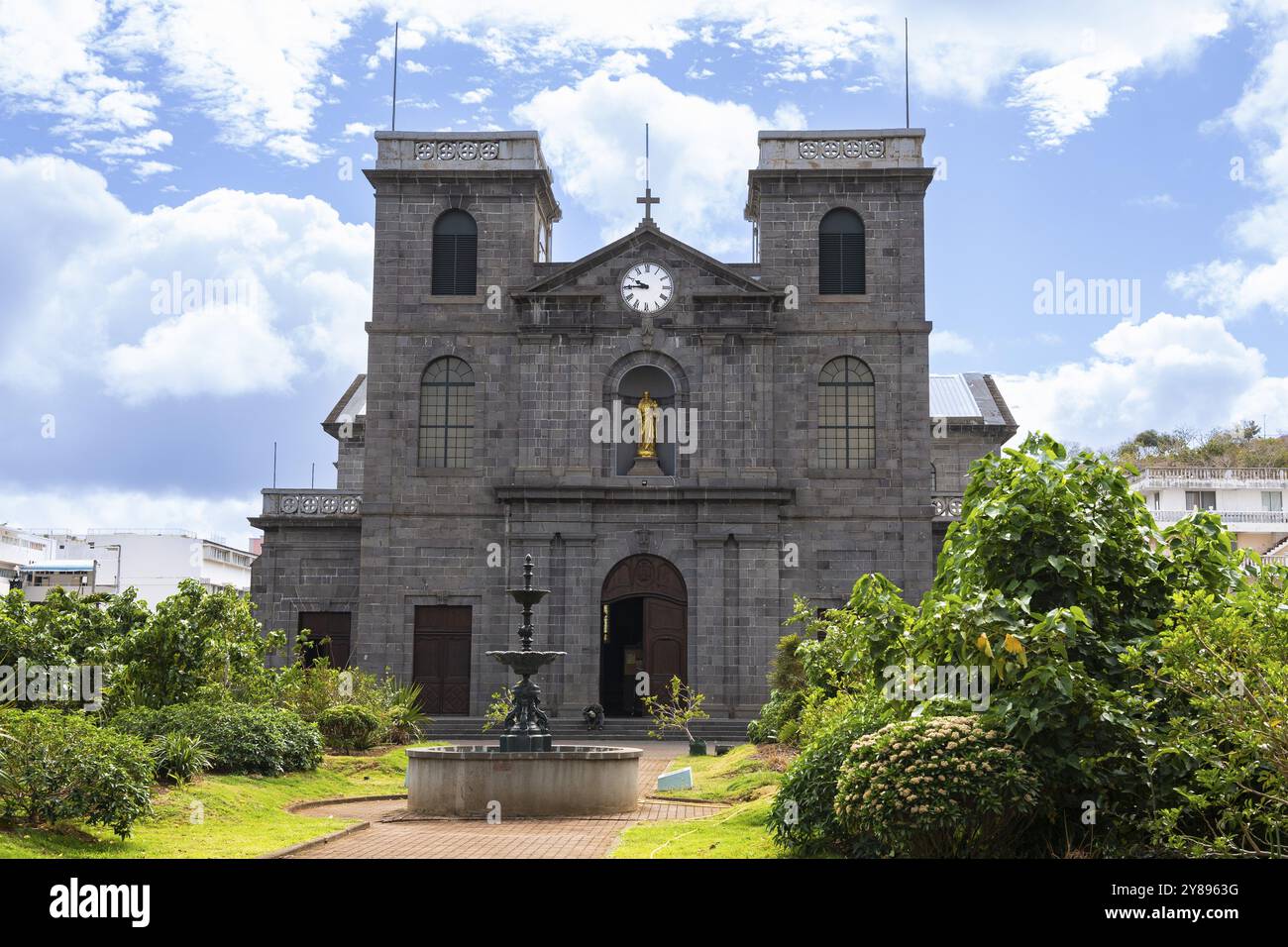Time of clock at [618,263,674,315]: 9:45
